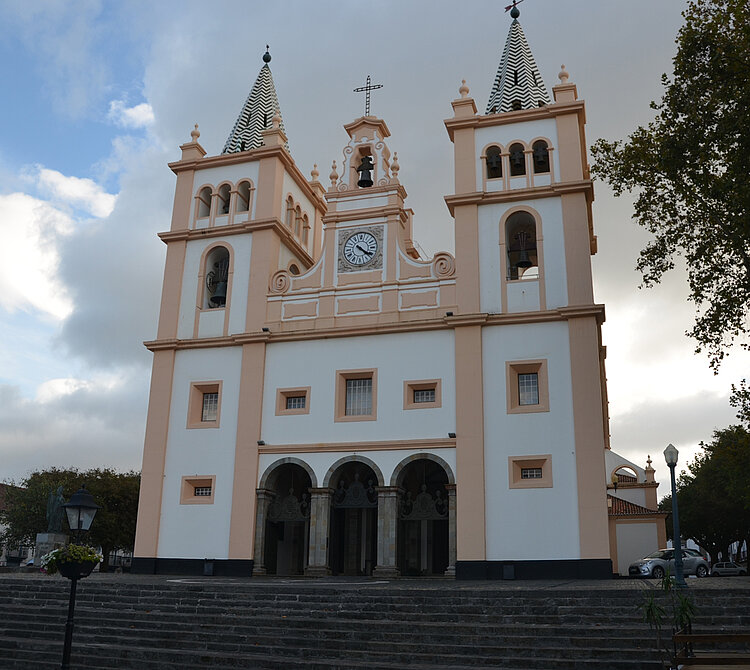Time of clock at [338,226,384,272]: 4:20
